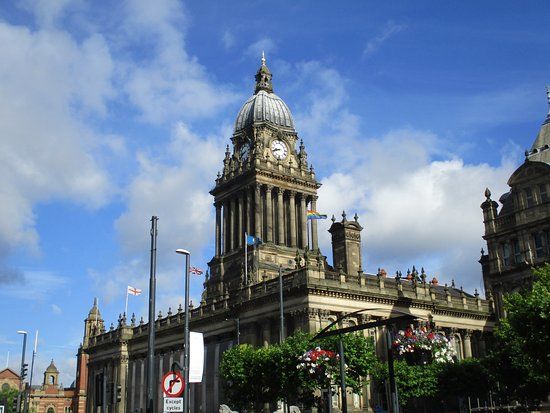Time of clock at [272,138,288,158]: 8:41
